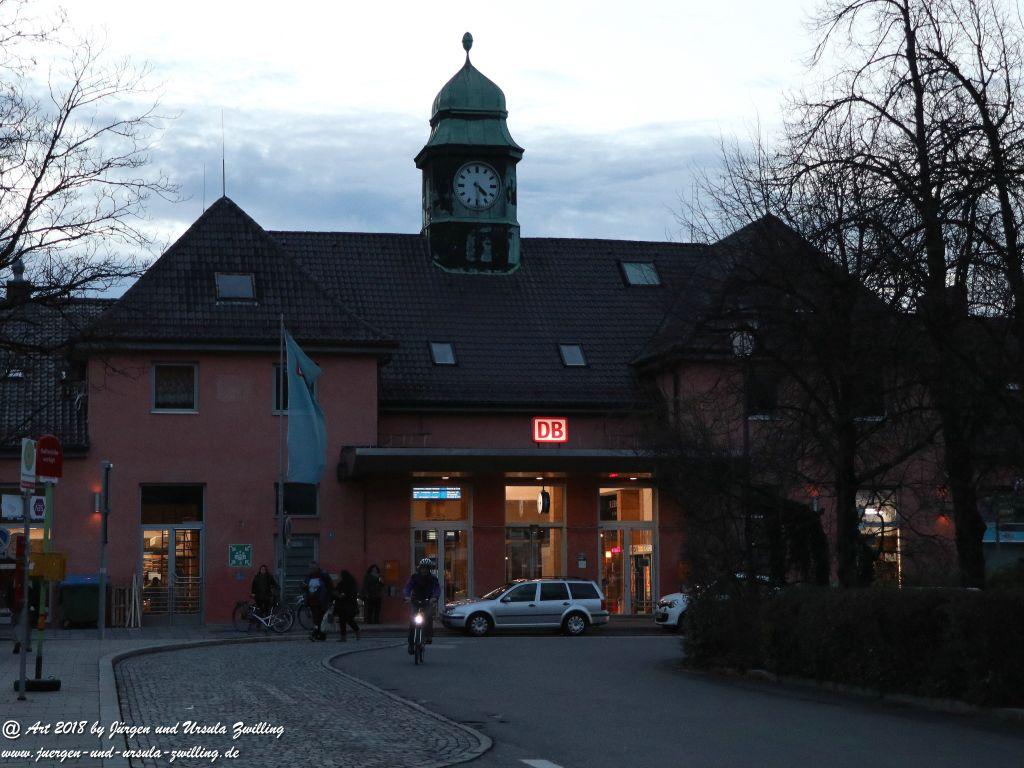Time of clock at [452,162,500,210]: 4:29
